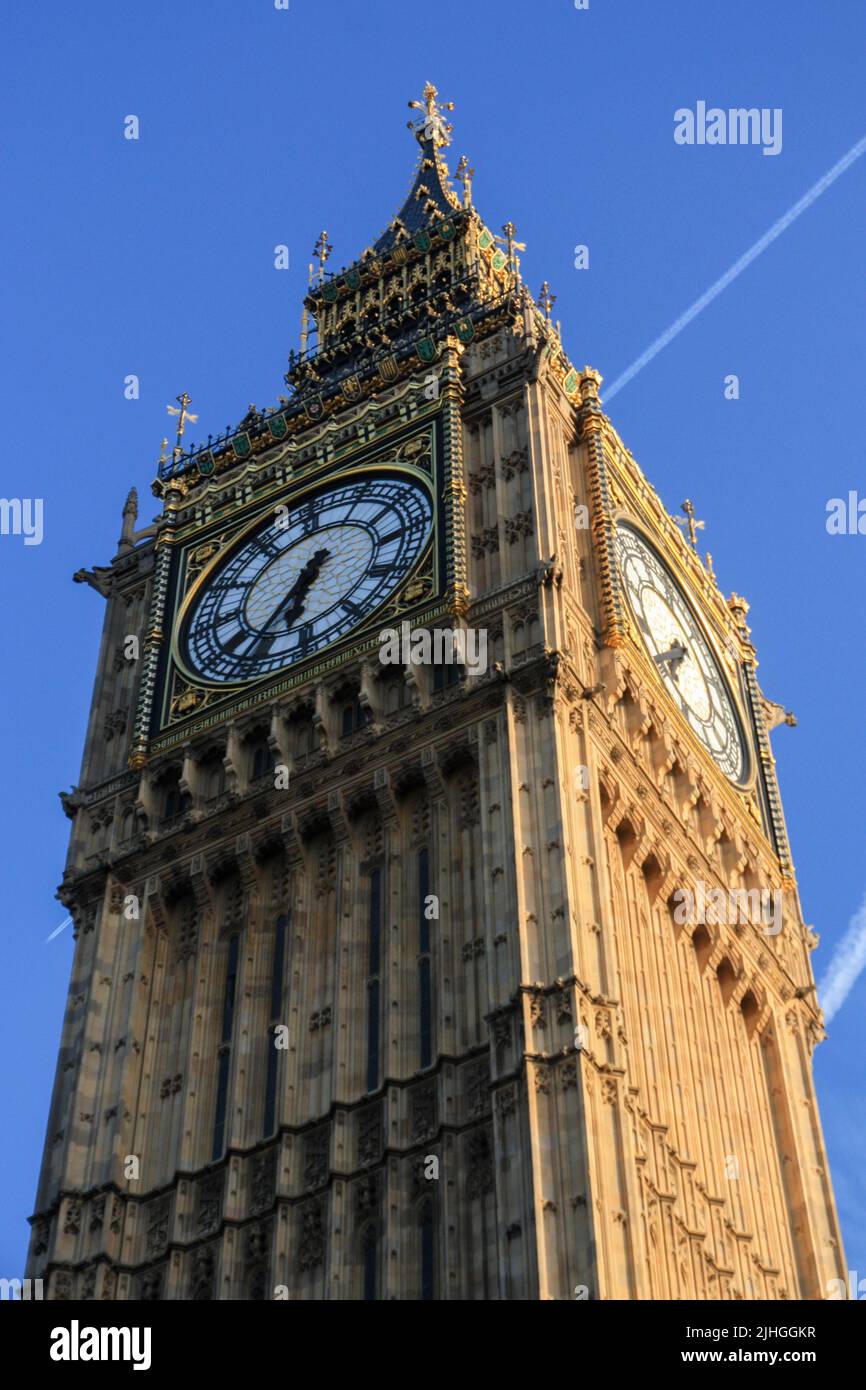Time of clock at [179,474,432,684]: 6:36
